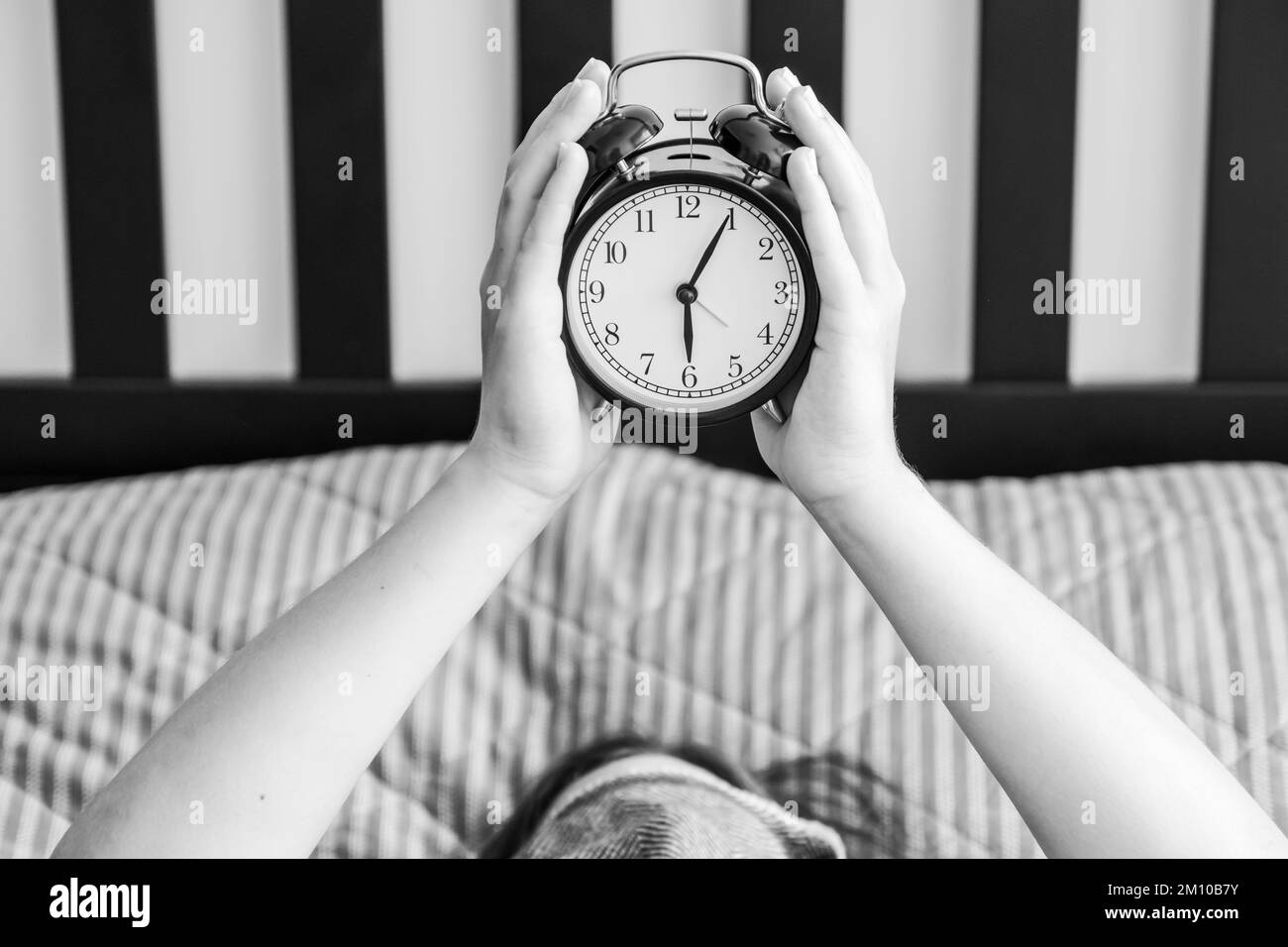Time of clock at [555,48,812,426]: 6:04
